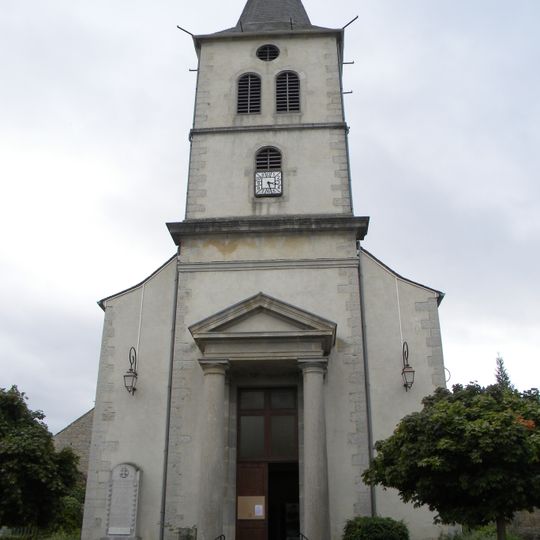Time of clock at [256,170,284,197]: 3:27
